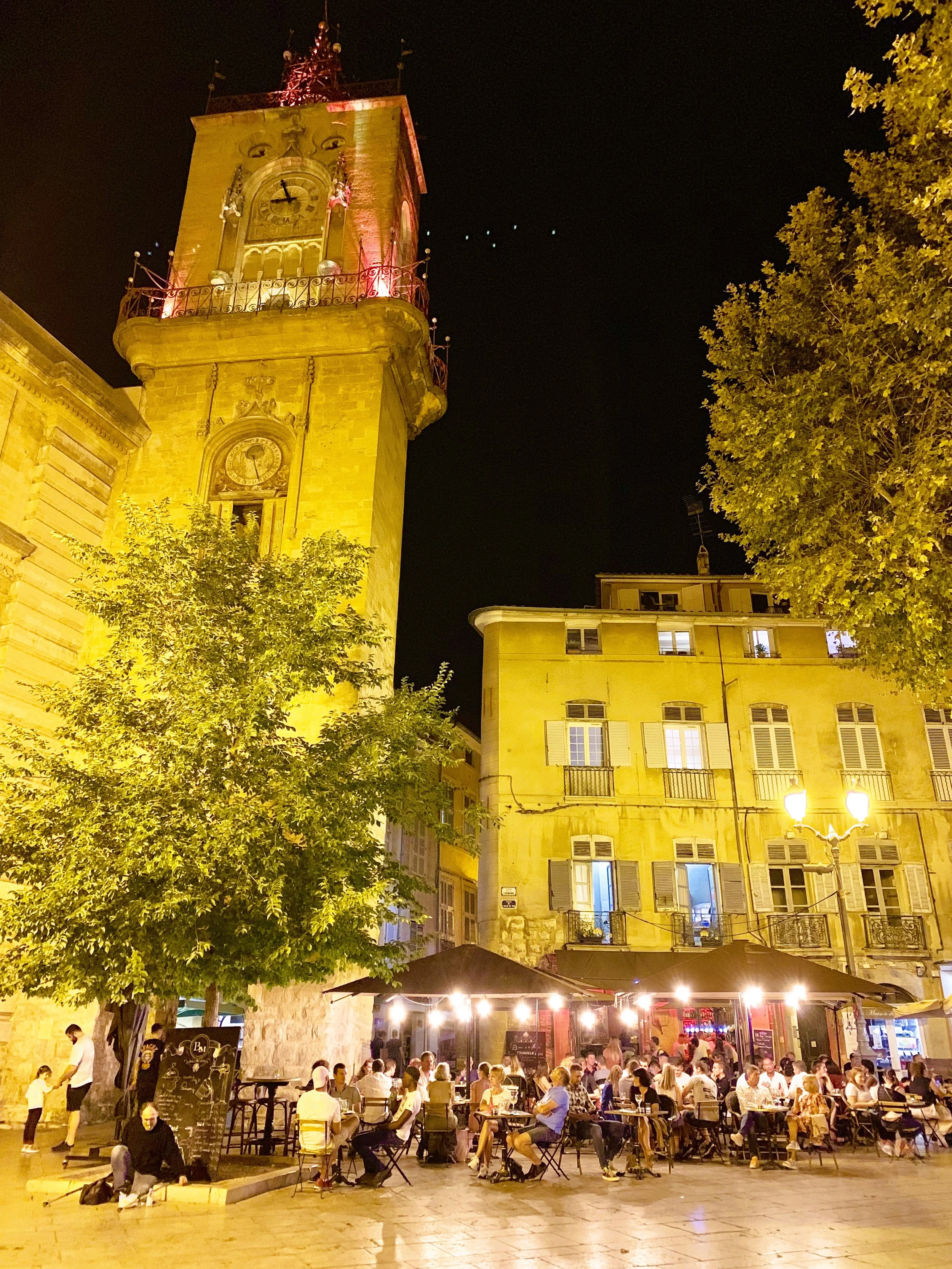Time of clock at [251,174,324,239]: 8:56
